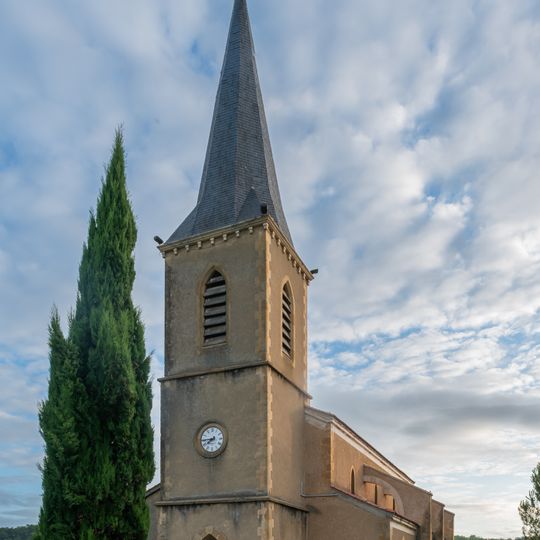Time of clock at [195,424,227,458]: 7:44
